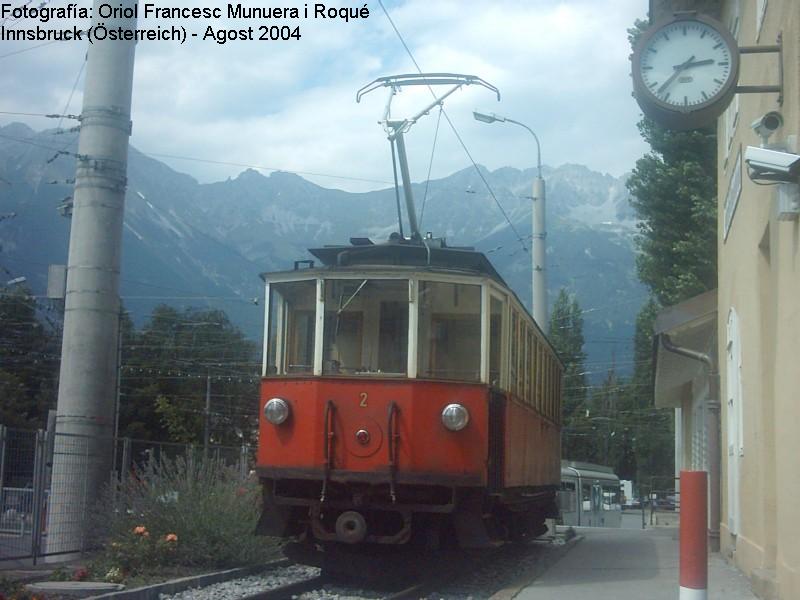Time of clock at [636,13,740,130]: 2:37
